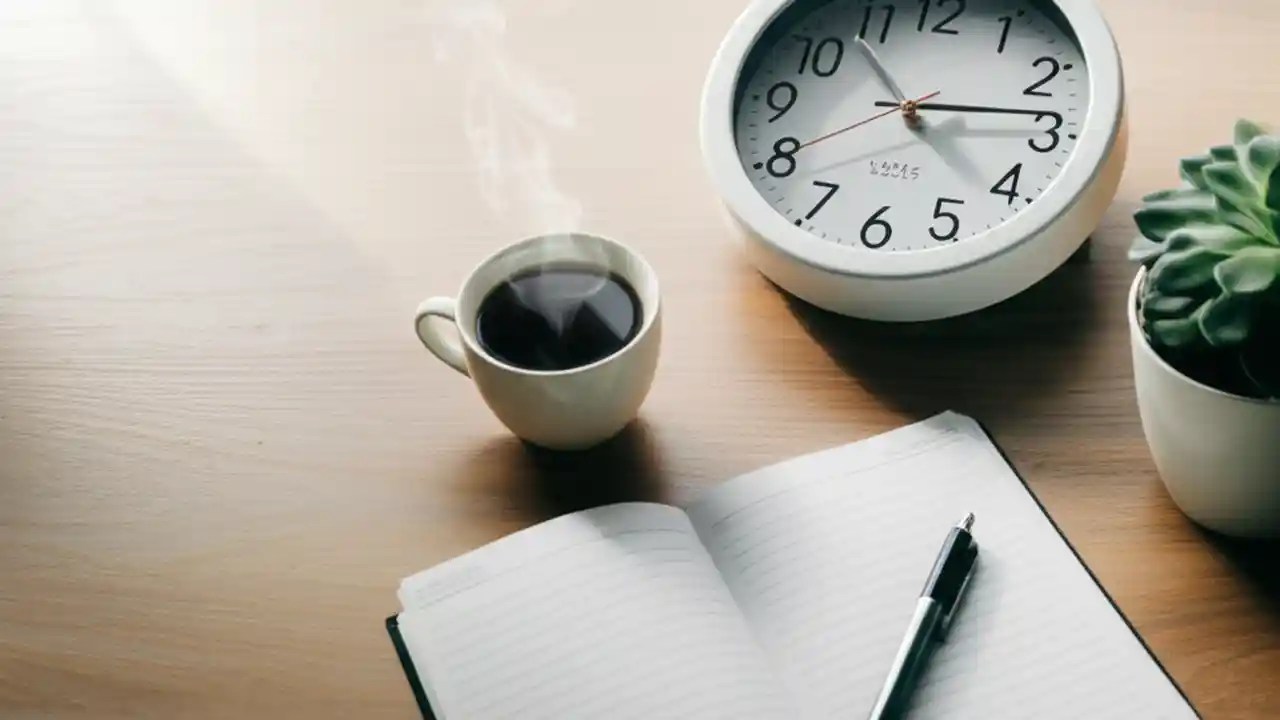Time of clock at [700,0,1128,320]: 4:13
